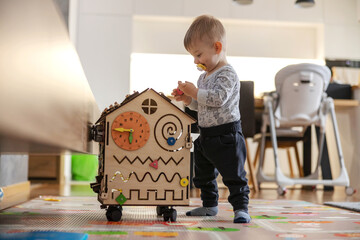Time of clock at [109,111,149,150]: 5:45
